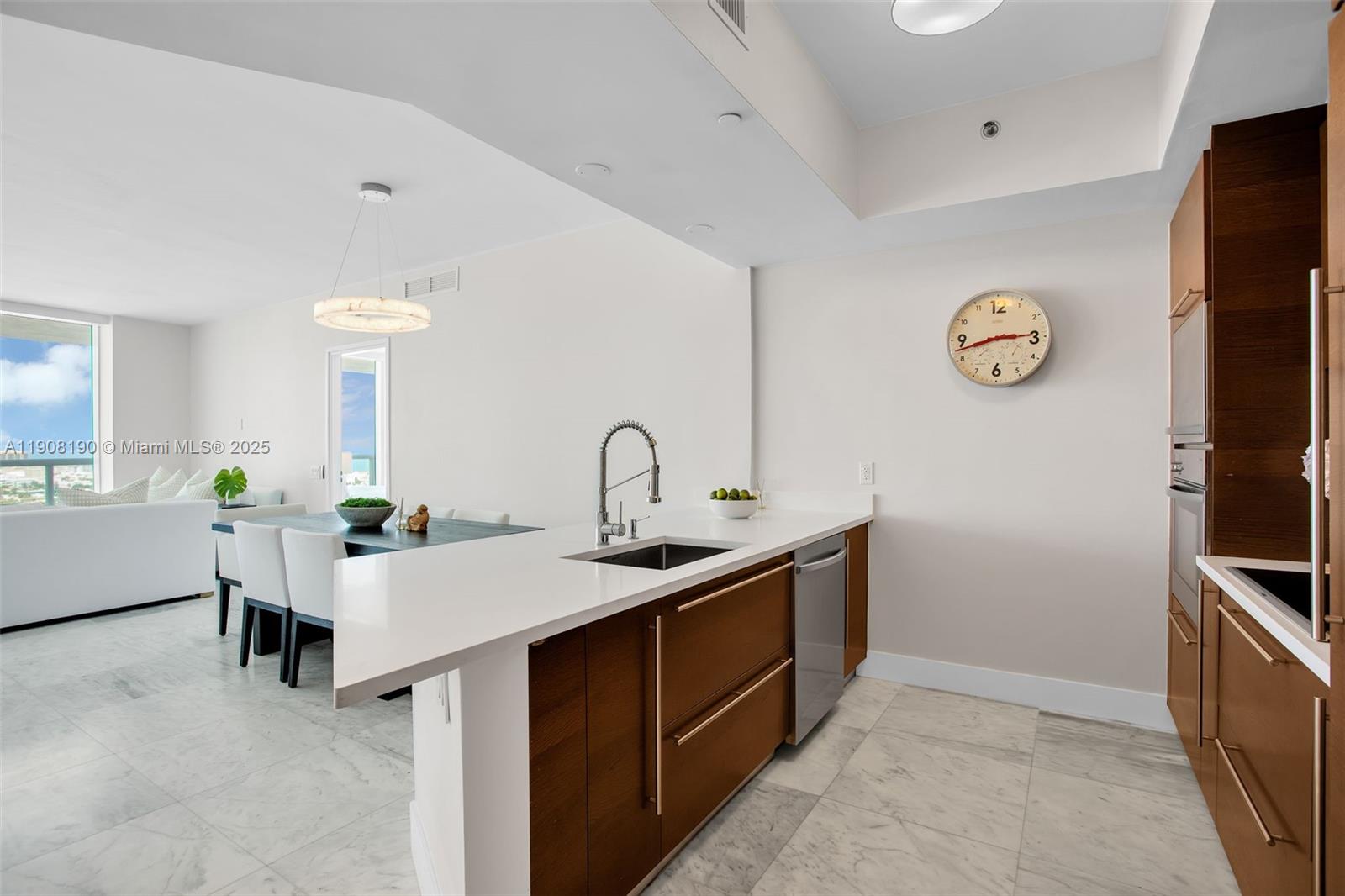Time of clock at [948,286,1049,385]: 2:42
